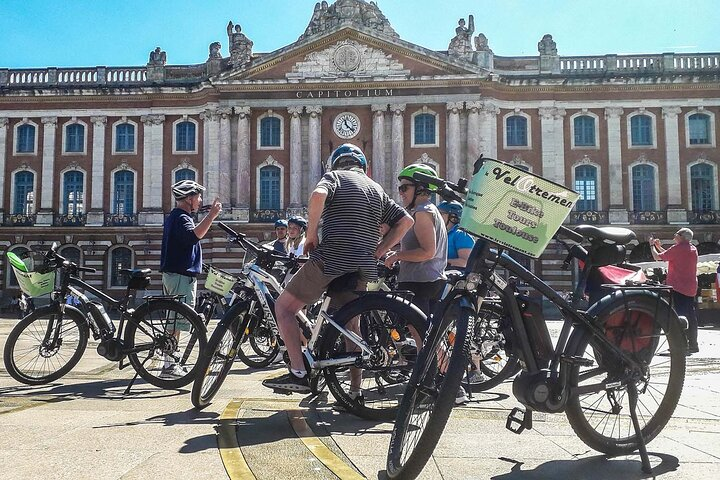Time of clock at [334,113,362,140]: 11:21
